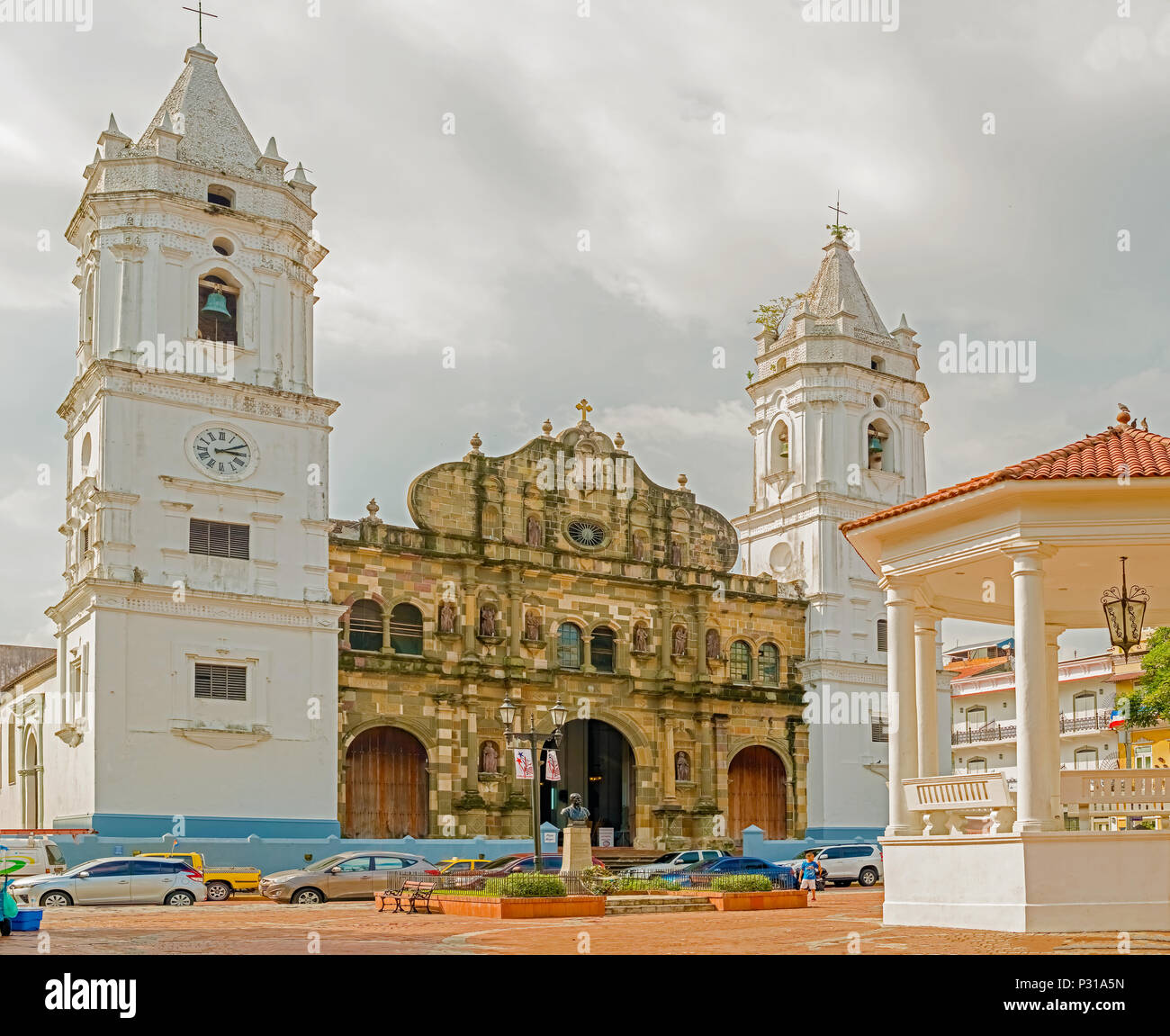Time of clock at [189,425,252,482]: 3:10
